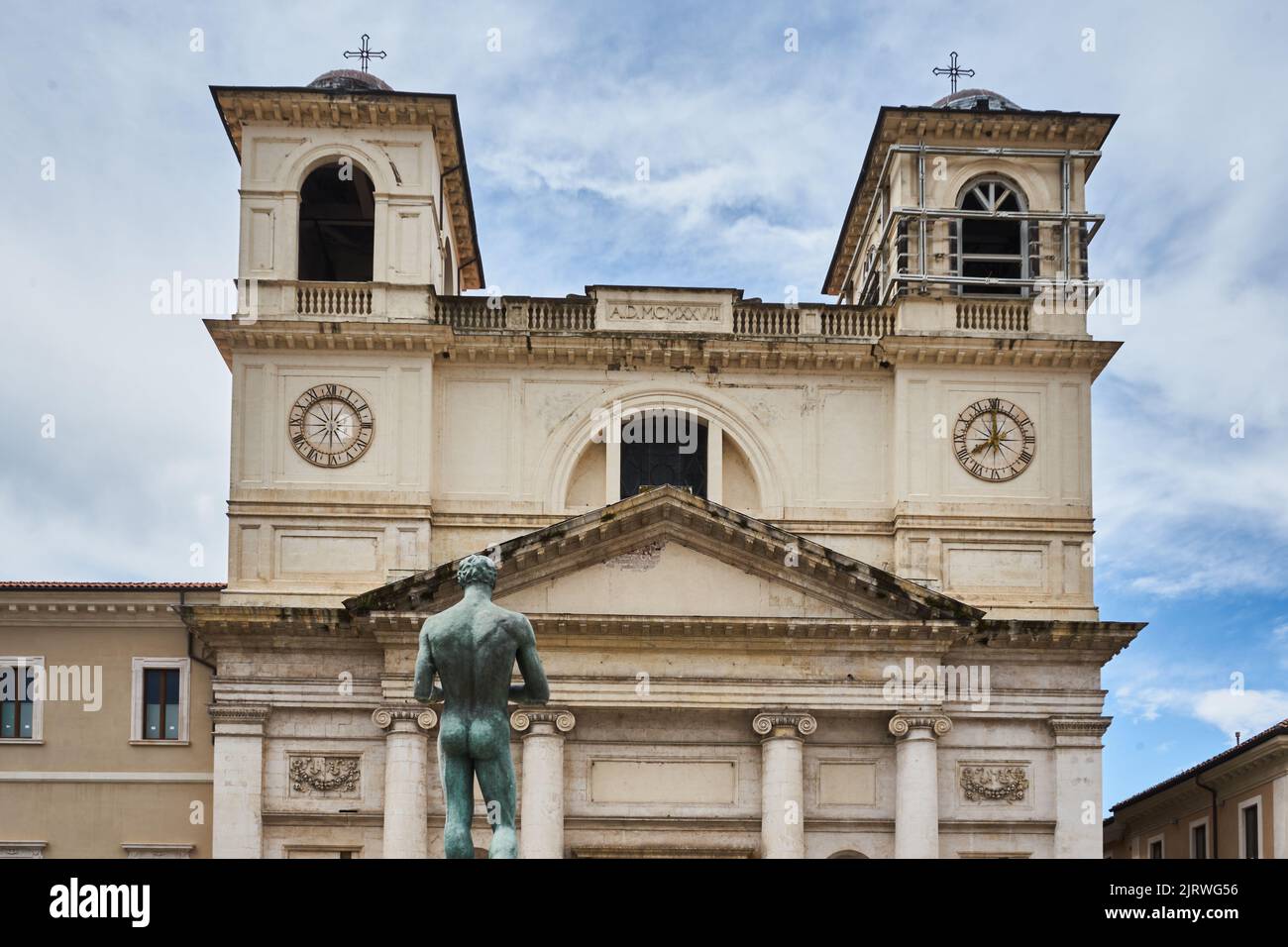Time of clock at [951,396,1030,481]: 7:59
